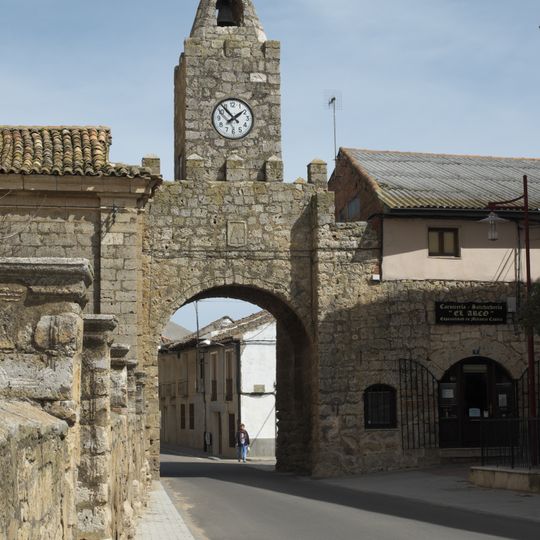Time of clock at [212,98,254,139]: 1:53
